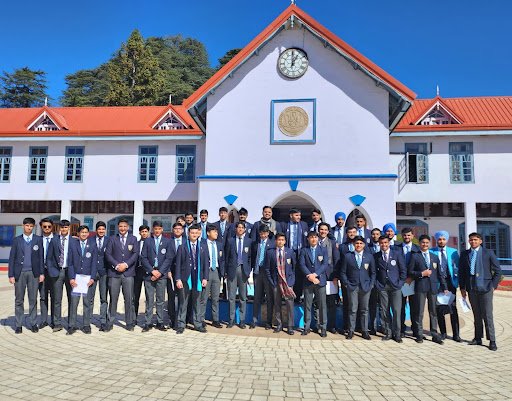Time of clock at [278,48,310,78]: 1:00
